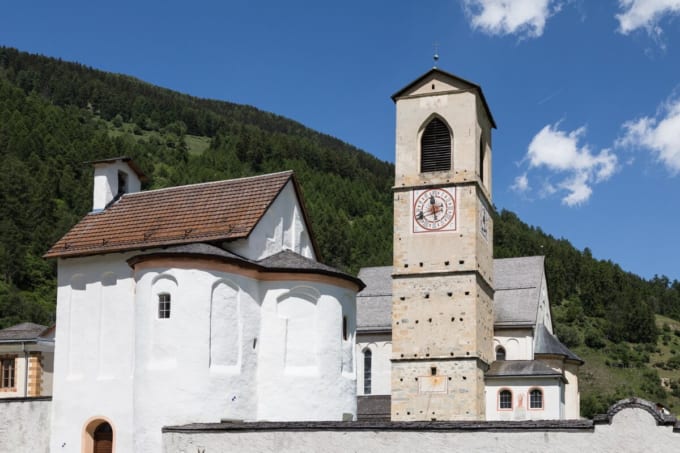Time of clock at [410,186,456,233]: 11:41
